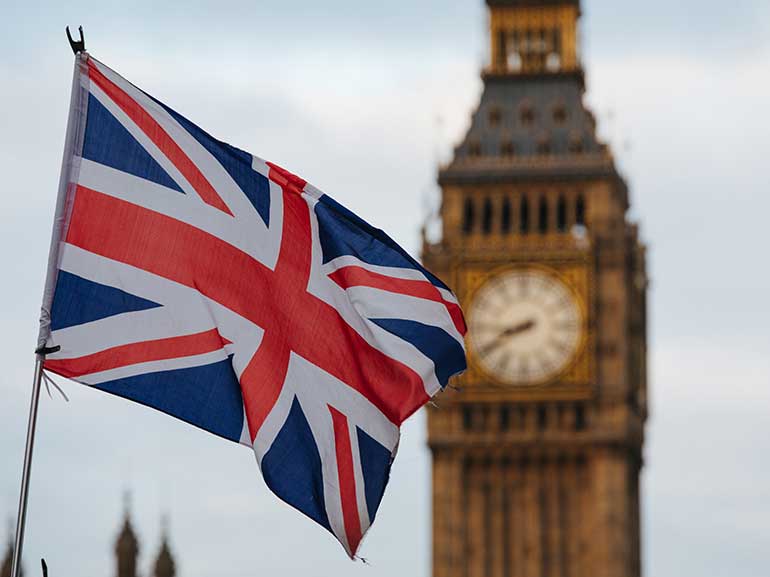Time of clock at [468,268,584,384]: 8:40
